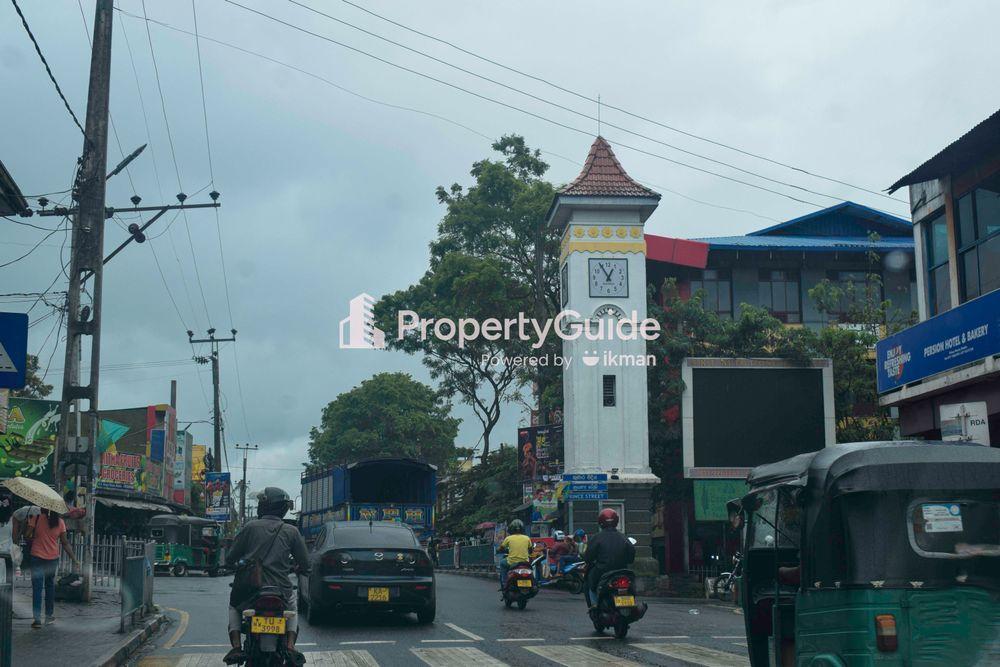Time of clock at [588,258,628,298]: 12:55
